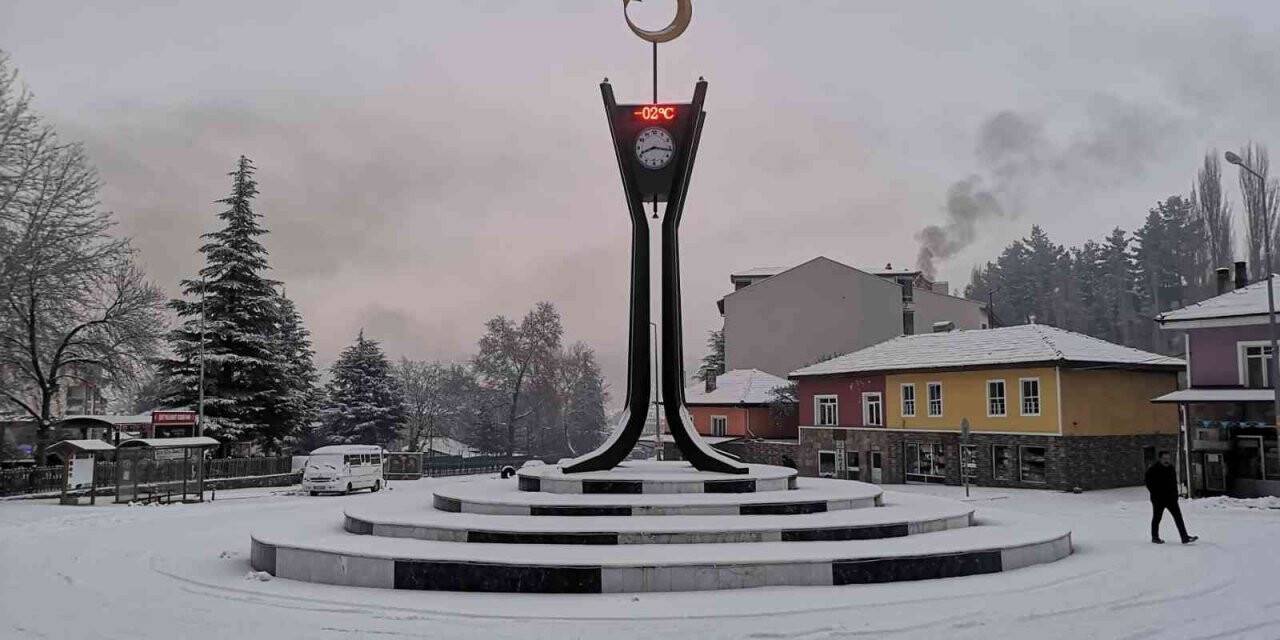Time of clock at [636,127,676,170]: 8:16
